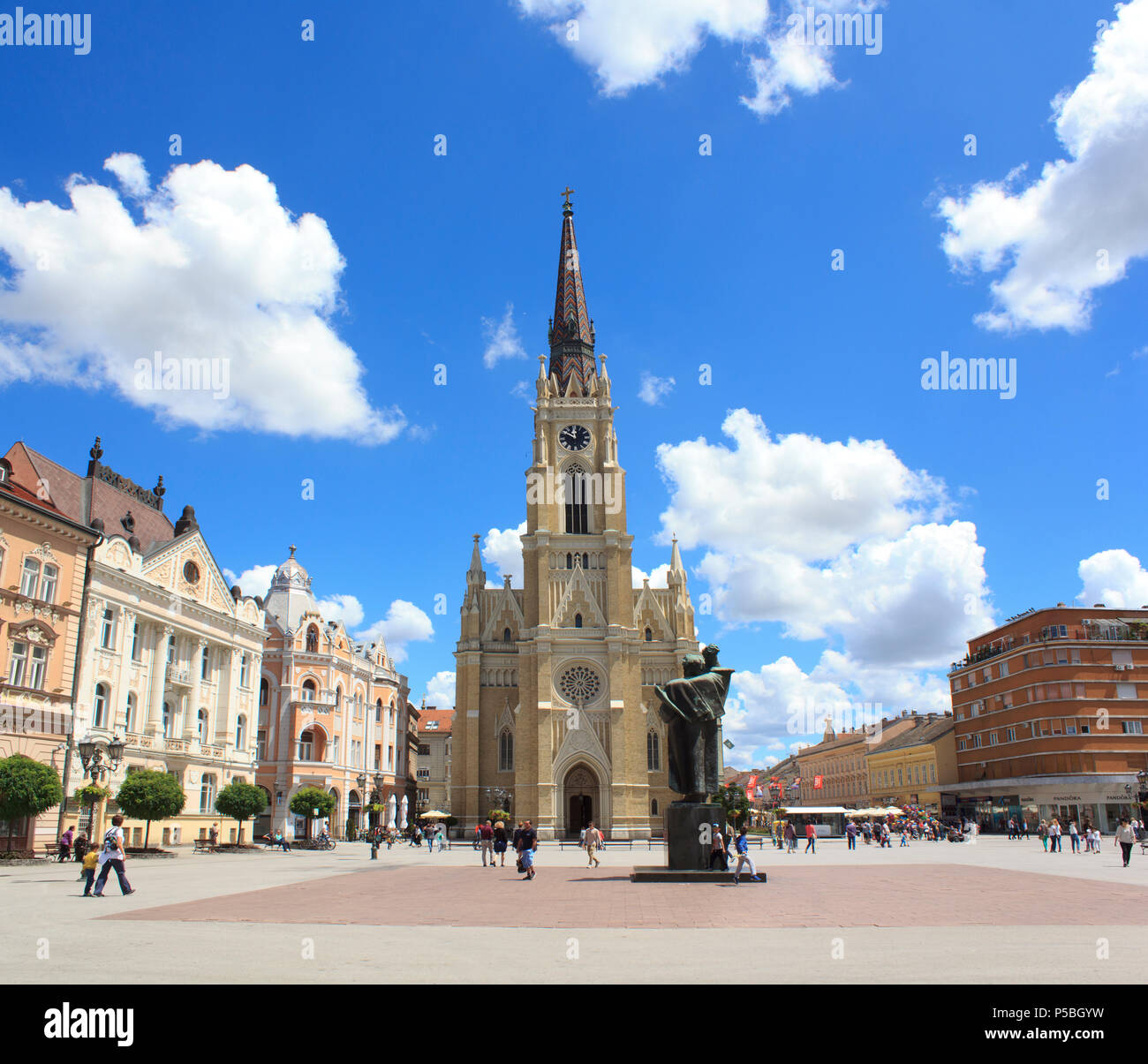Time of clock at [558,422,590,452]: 11:49
